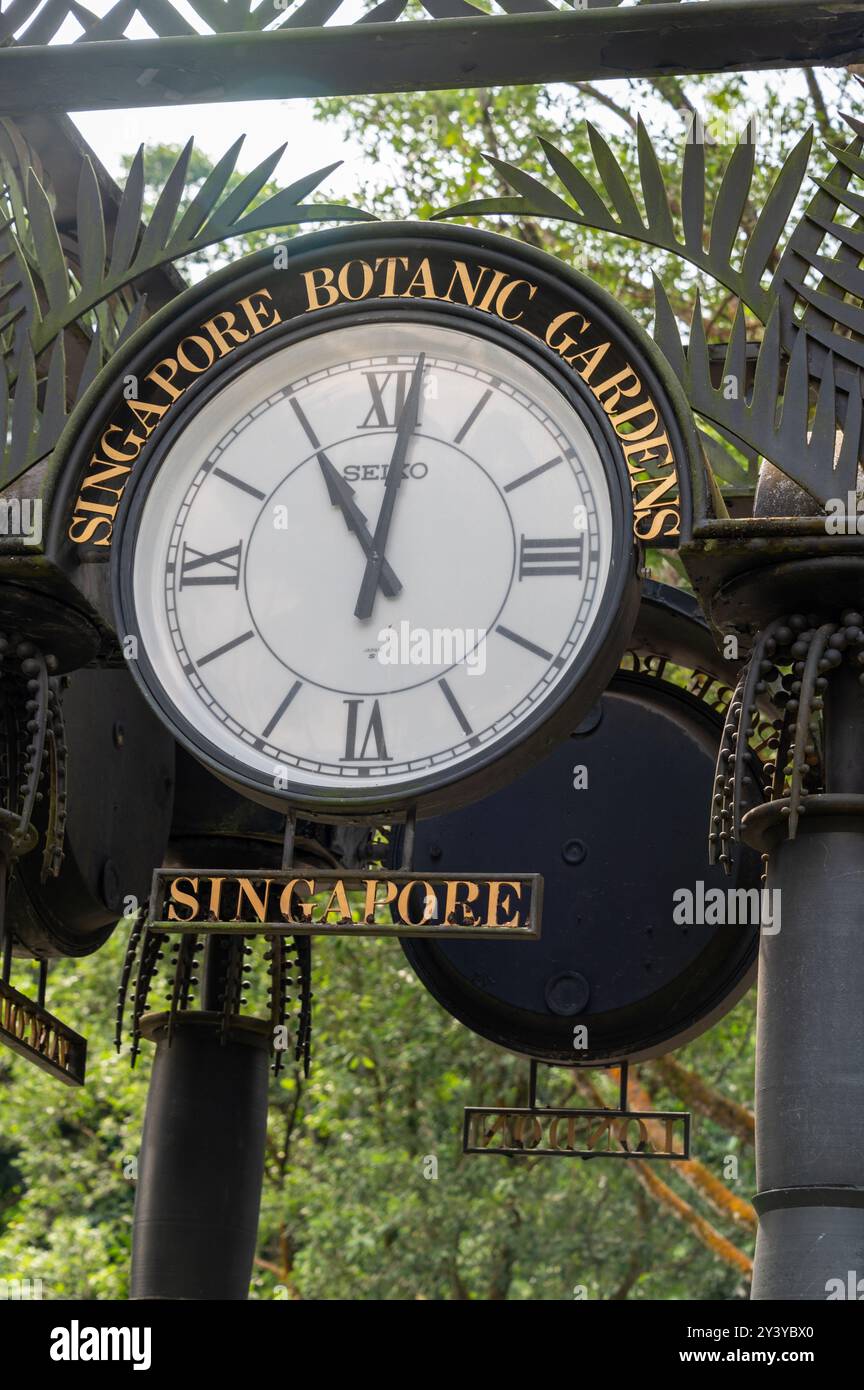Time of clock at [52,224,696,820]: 11:01
